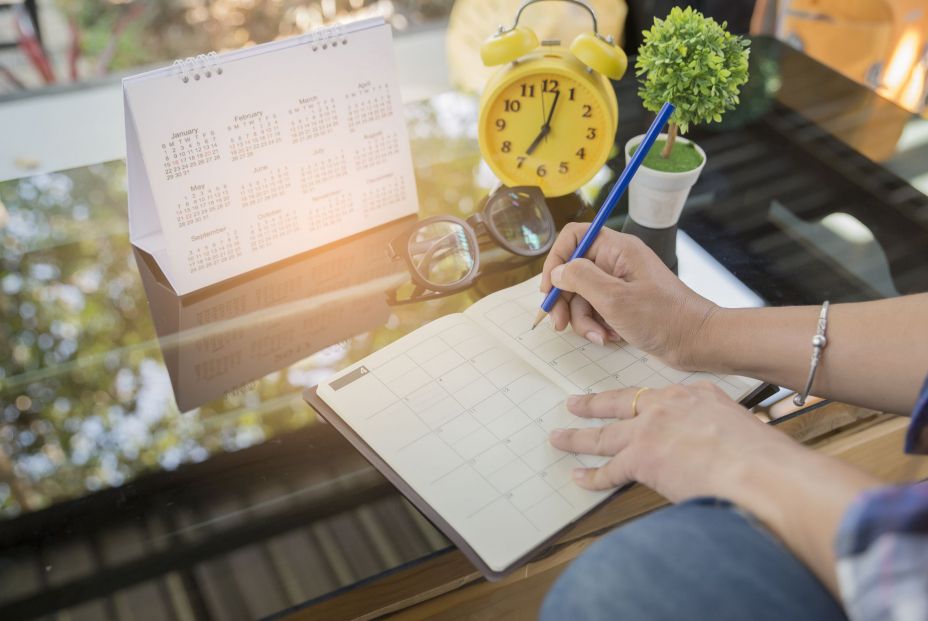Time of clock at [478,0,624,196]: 7:02
